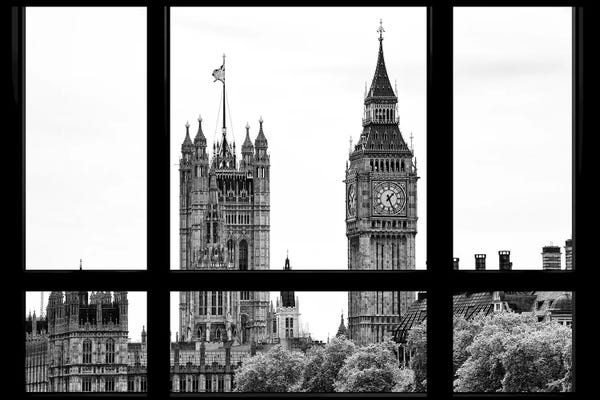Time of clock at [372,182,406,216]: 1:26
